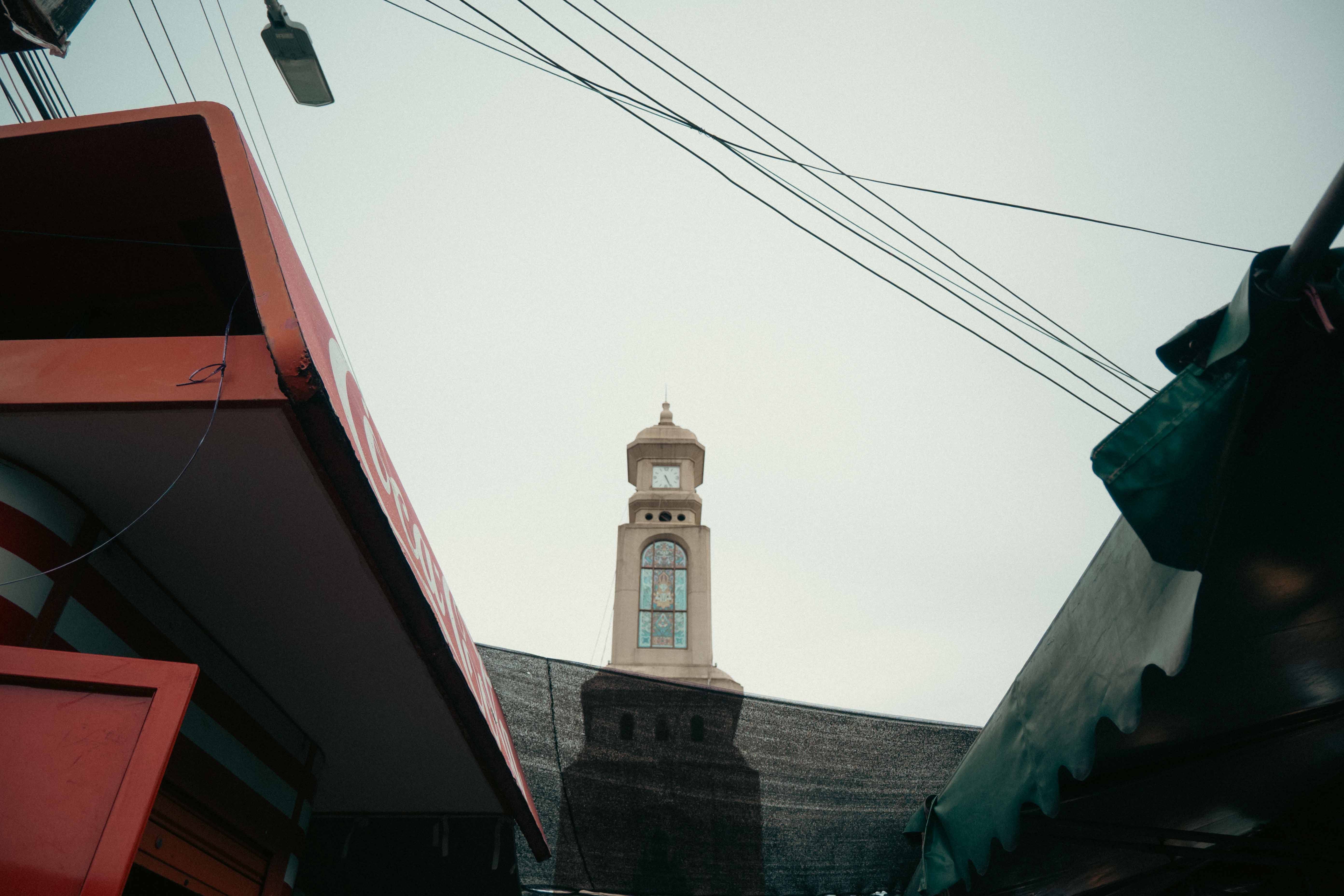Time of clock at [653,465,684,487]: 5:26
